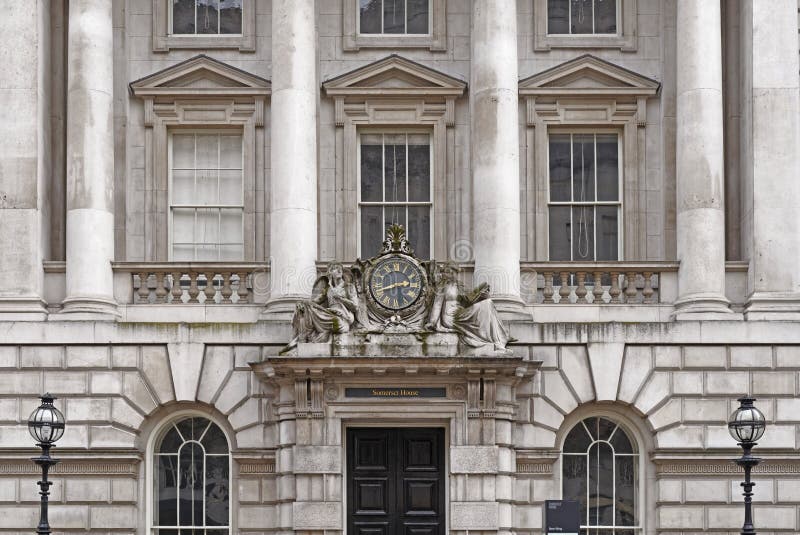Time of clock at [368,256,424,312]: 2:42
